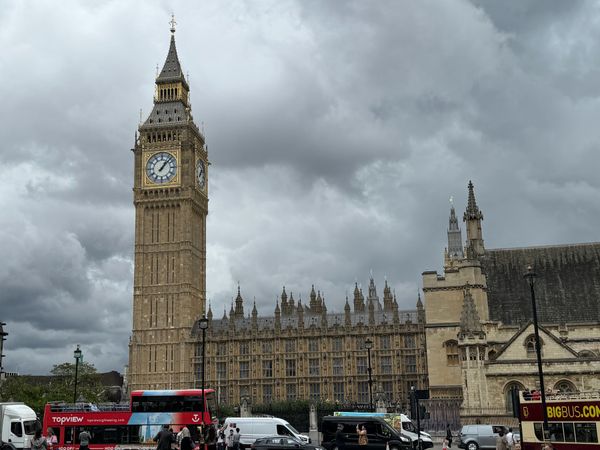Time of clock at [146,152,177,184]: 1:07
